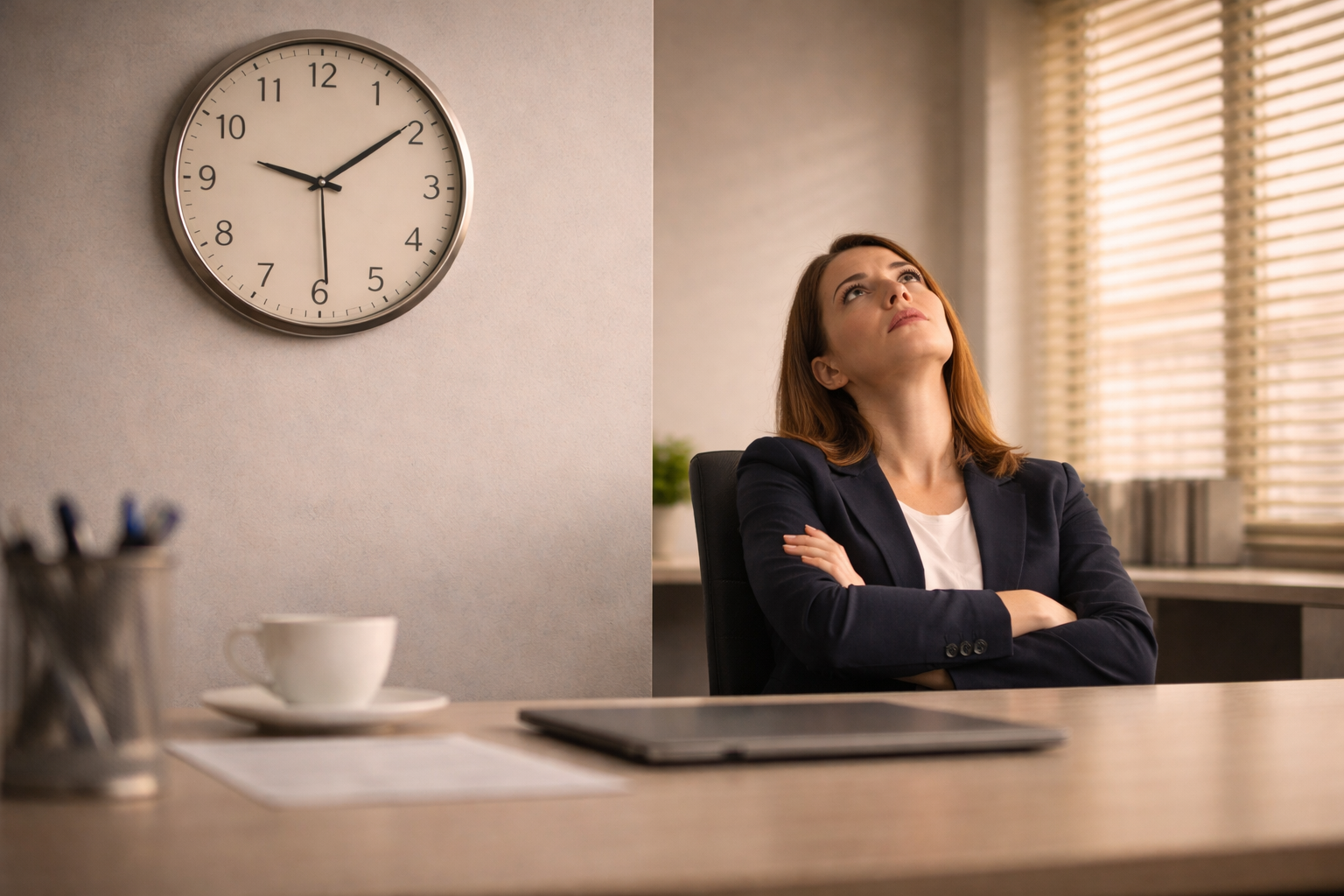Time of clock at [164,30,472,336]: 9:09
